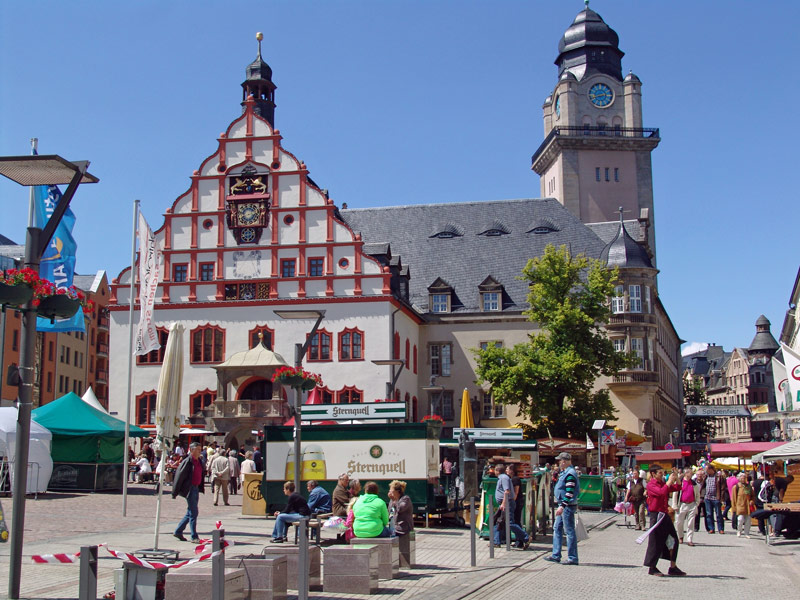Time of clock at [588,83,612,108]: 2:42
